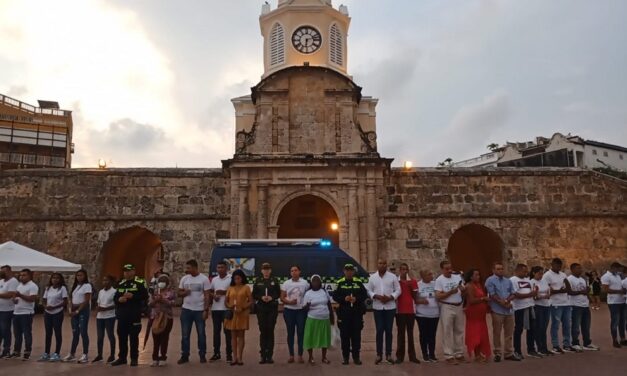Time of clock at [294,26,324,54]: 6:12
